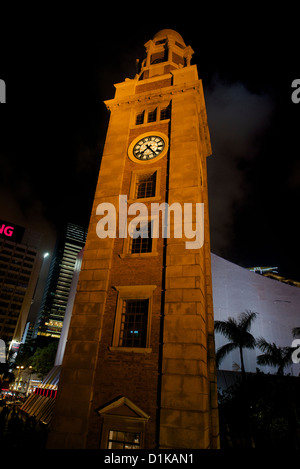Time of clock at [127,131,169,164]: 7:23
